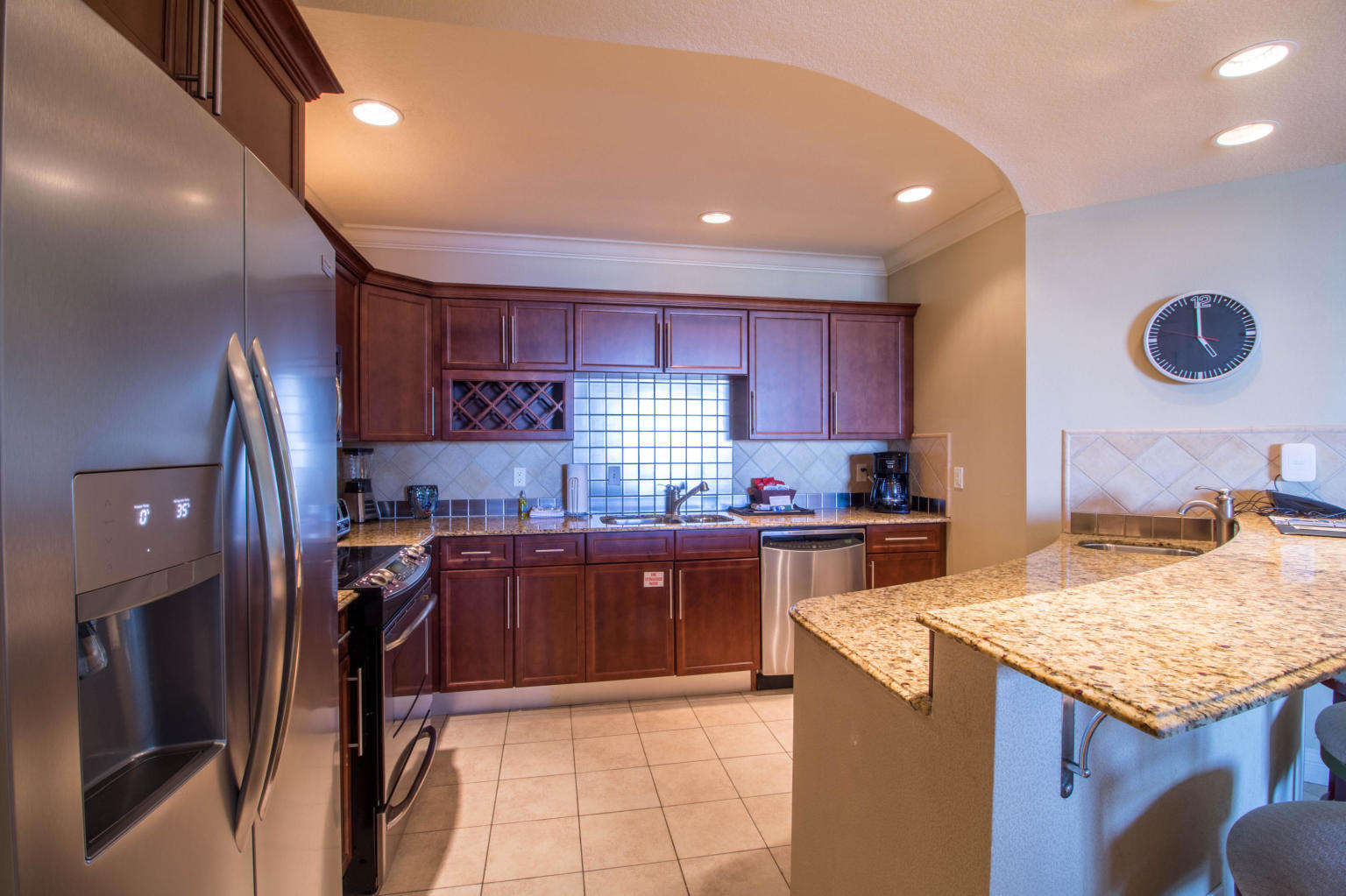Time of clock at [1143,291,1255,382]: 4:59
